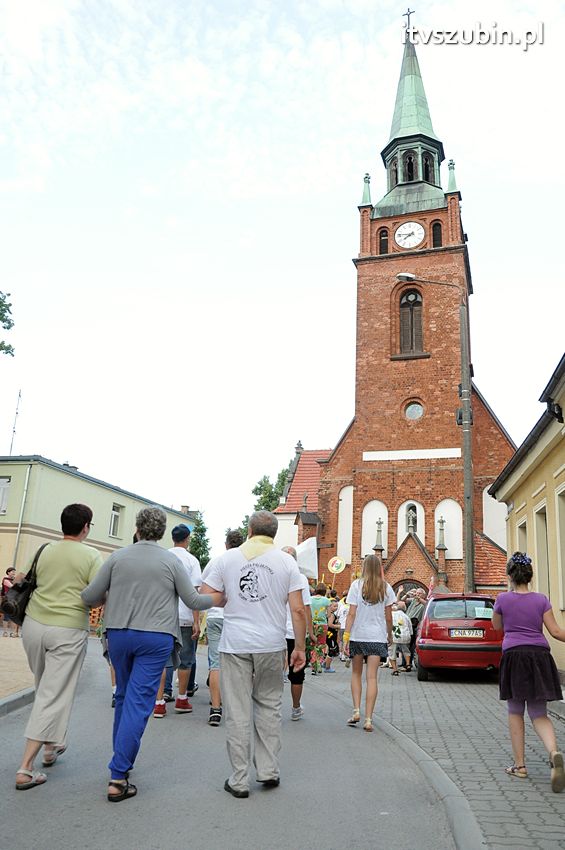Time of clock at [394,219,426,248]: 7:46
